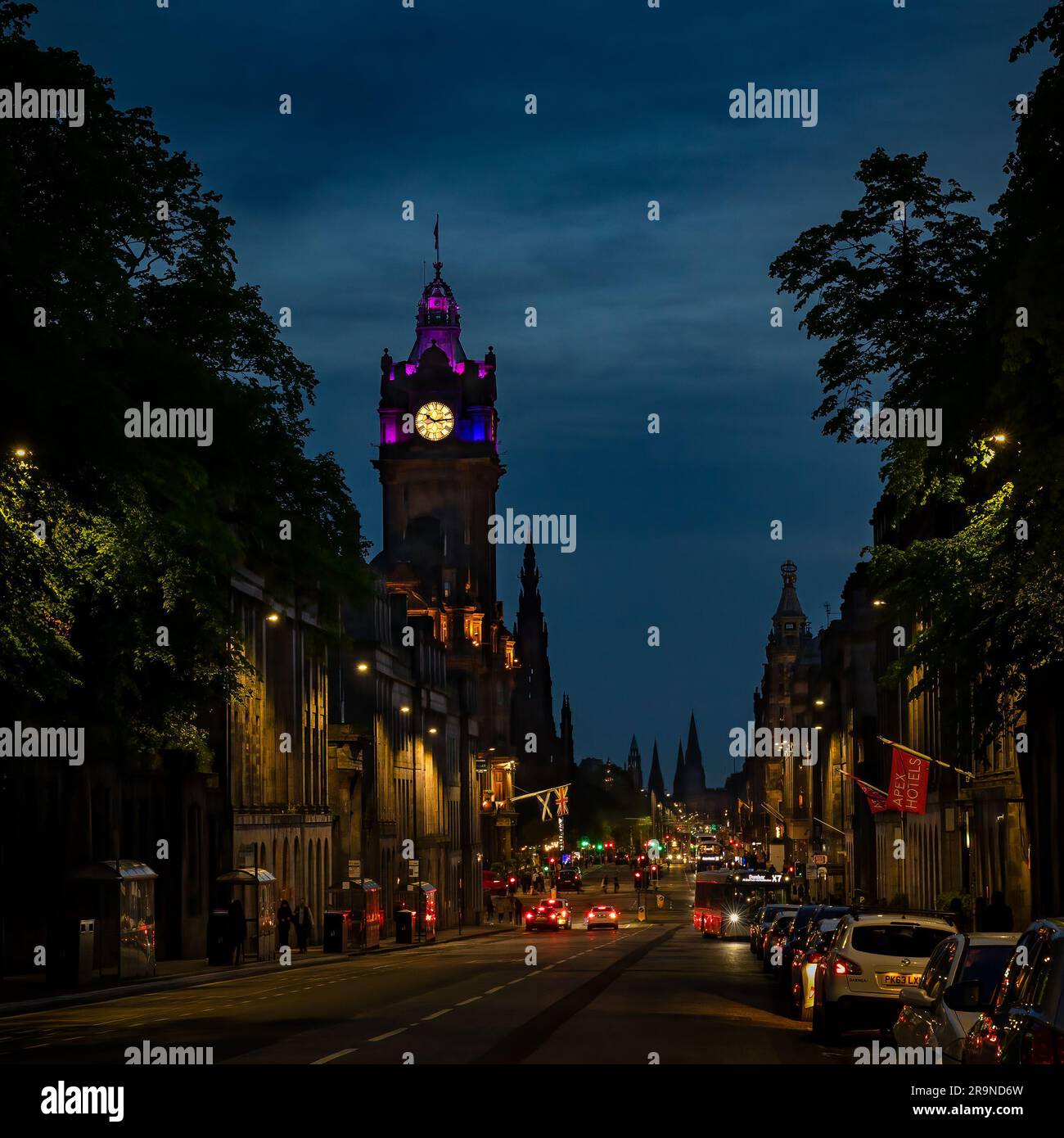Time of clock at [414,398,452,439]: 10:13
